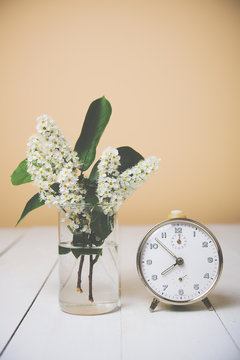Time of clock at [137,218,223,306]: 7:52
